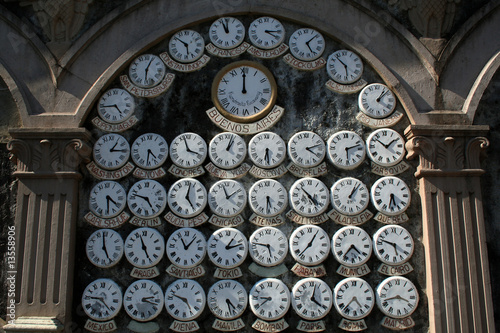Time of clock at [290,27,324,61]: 5:08
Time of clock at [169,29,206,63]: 5:51
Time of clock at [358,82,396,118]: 1:08
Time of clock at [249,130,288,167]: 6:29
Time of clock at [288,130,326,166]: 4:12
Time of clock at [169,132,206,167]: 3:57
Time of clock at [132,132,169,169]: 4:31
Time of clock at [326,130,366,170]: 2:29
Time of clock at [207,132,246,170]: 1:03
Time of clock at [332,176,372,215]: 1:07
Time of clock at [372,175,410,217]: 5:32
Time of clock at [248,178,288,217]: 5:31
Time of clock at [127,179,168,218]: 4:47
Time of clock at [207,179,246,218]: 1:57
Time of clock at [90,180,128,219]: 4:29
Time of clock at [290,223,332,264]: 1:05
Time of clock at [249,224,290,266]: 5:46
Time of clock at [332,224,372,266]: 4:36
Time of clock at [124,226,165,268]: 11:25
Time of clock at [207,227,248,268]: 1:12
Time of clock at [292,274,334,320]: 4:02
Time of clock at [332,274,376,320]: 4:36
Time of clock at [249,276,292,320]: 8:38
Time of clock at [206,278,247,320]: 4:27
